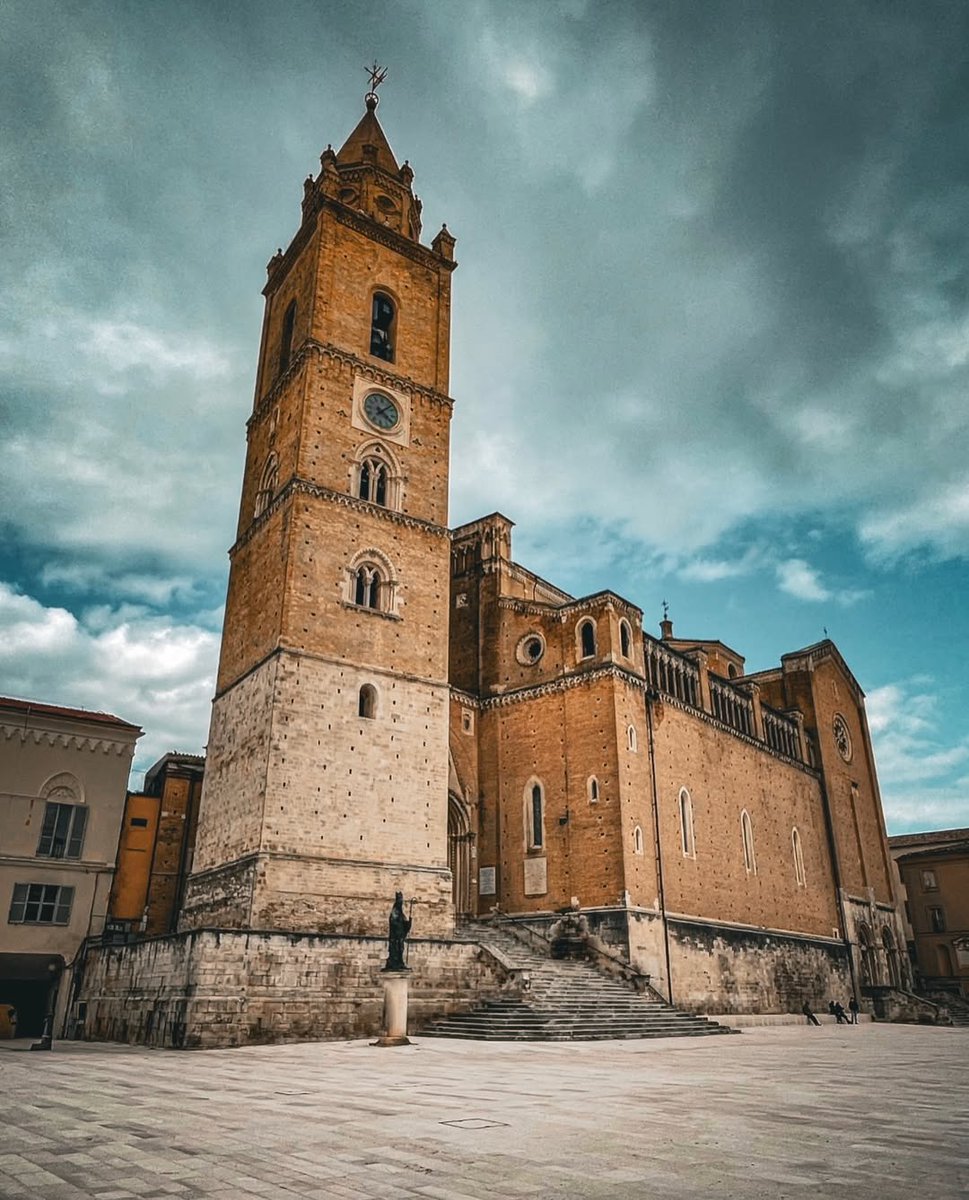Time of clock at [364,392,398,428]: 4:07
